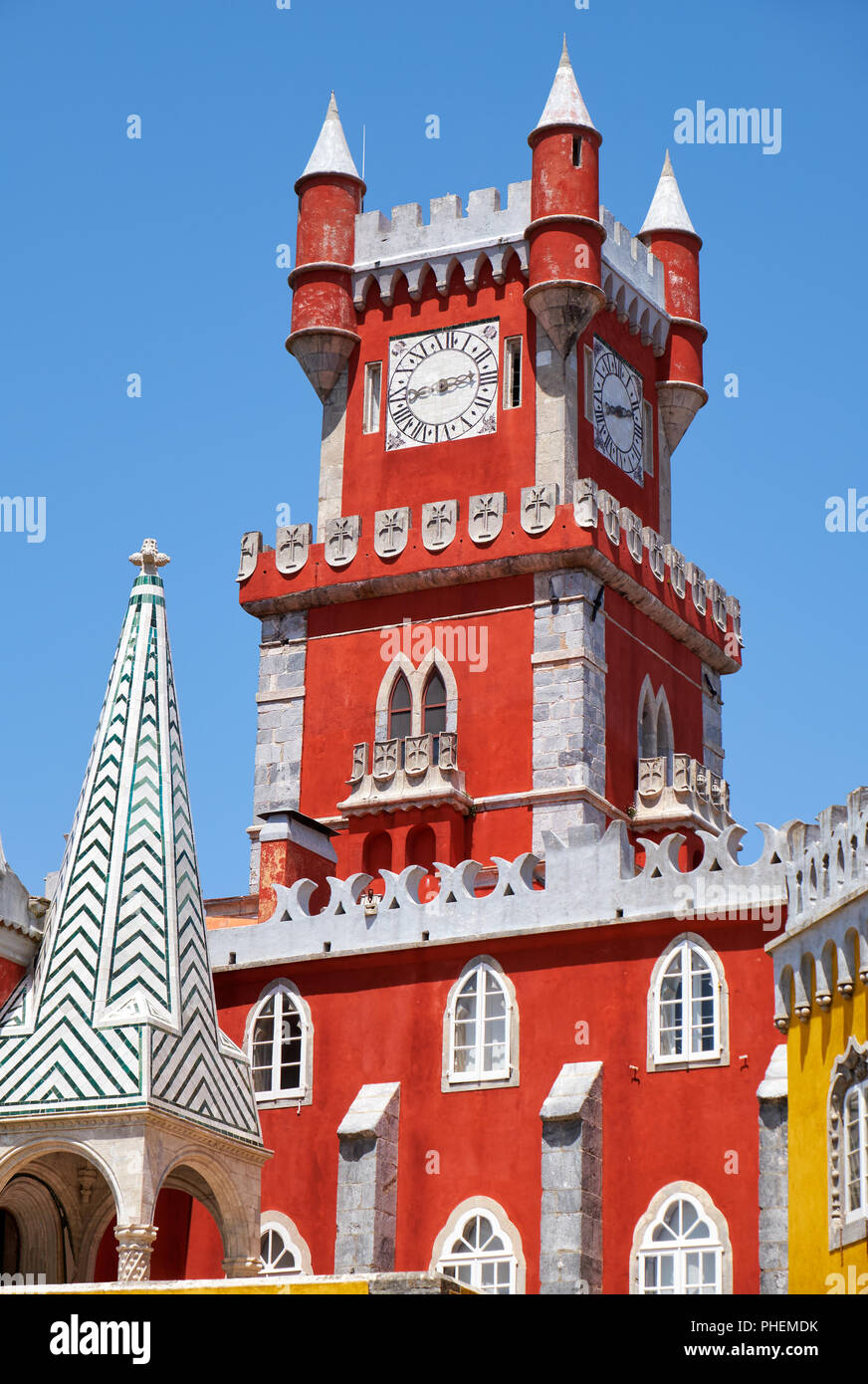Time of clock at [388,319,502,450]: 8:13
